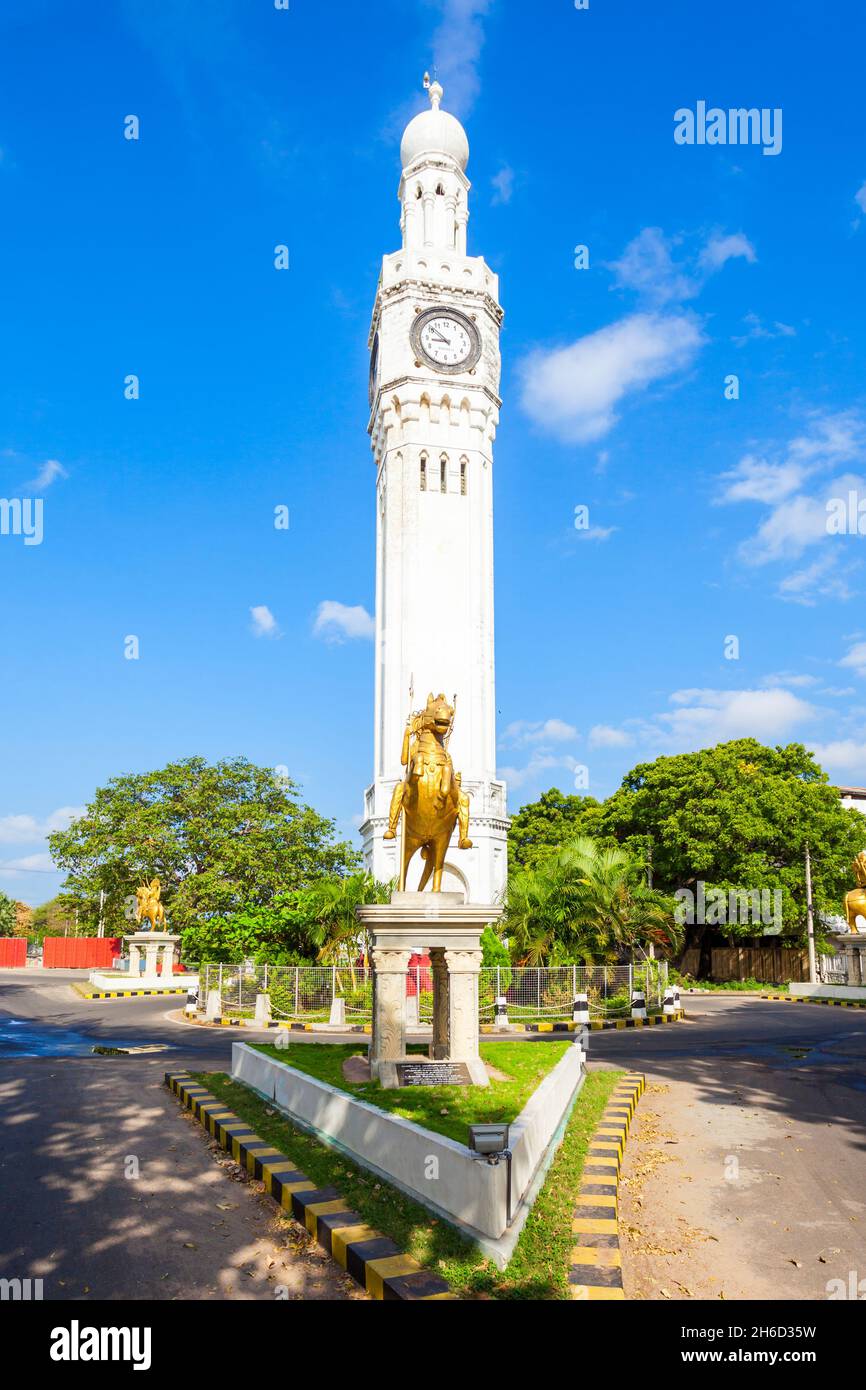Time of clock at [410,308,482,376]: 8:51
